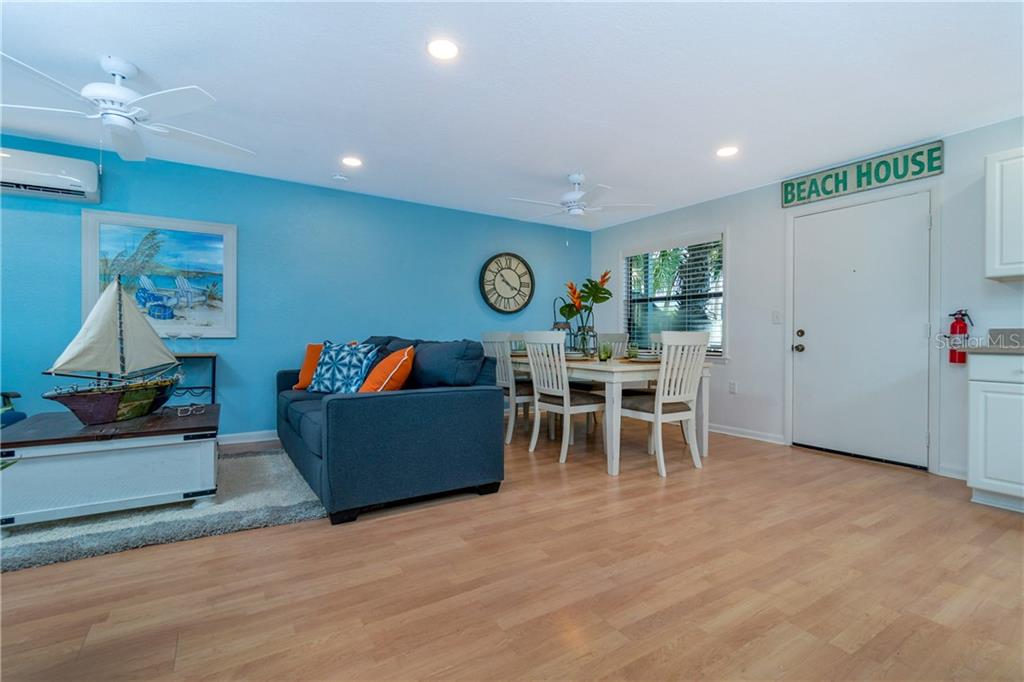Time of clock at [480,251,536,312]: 3:52
